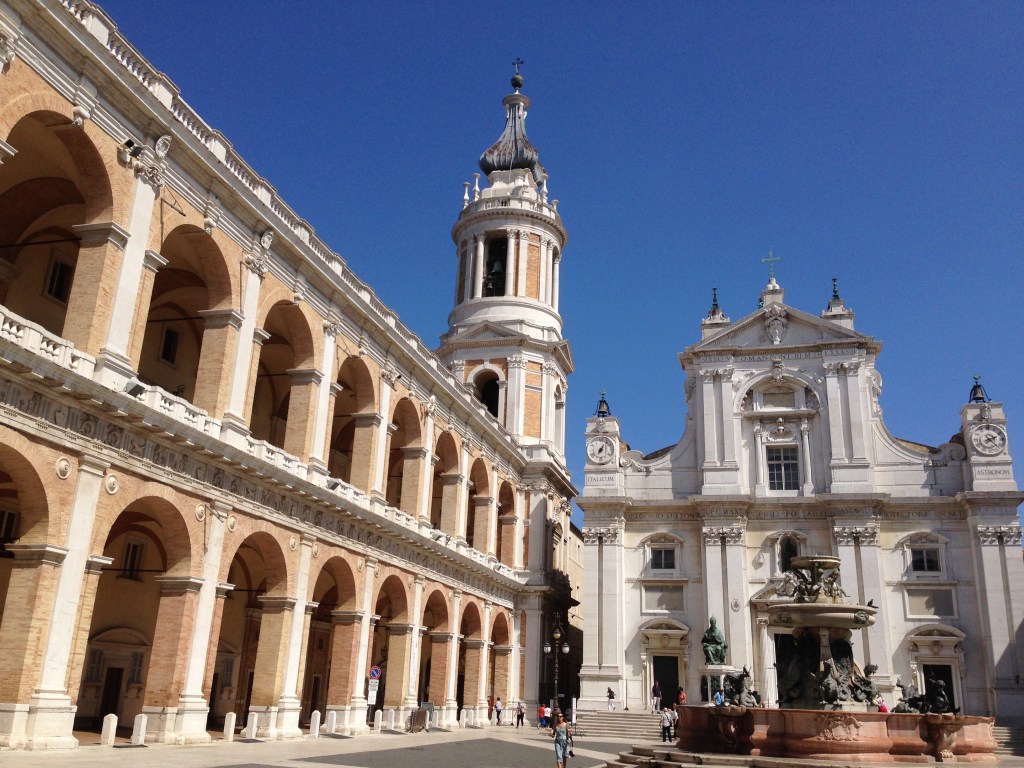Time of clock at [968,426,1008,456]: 2:22
